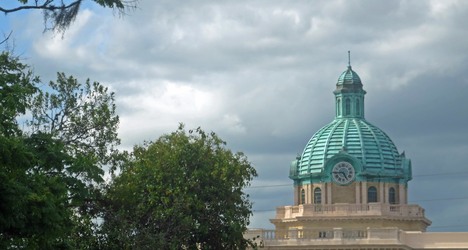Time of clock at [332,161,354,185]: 4:44
